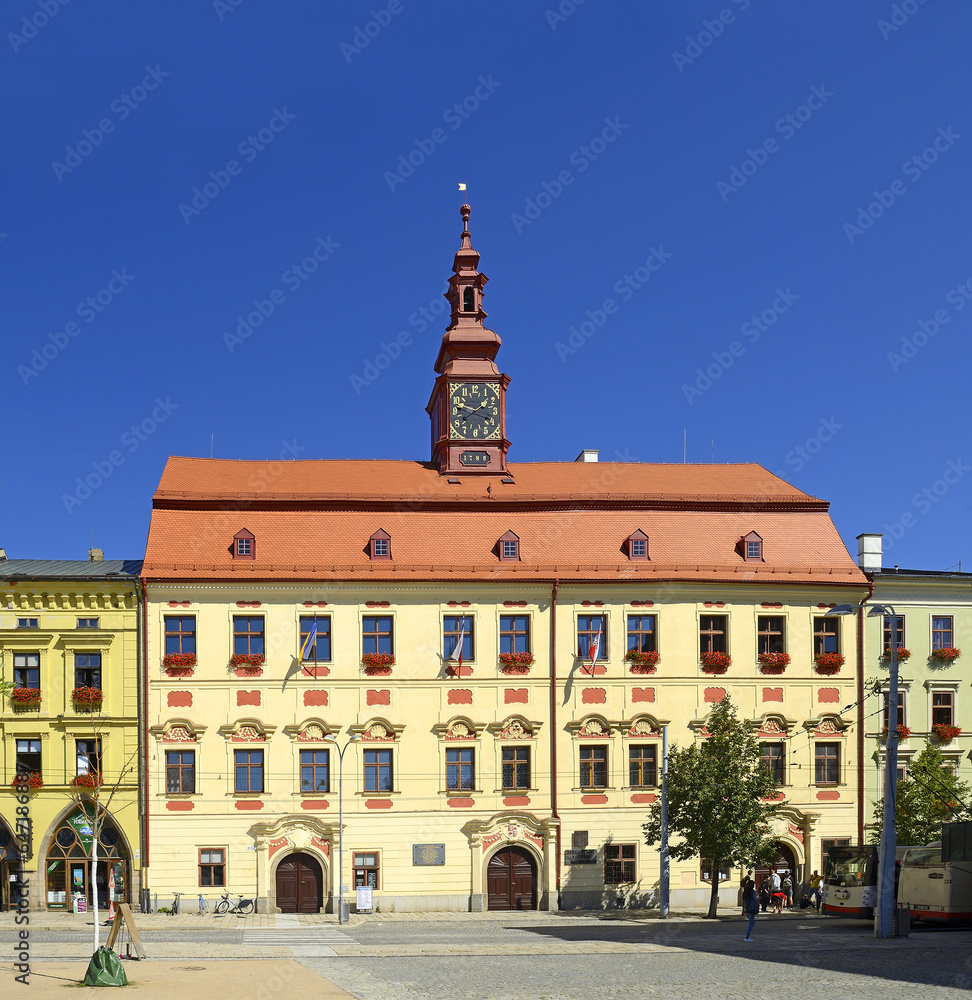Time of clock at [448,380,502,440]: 1:47
